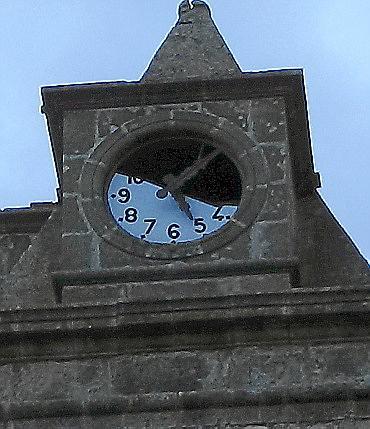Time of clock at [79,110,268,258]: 5:07
